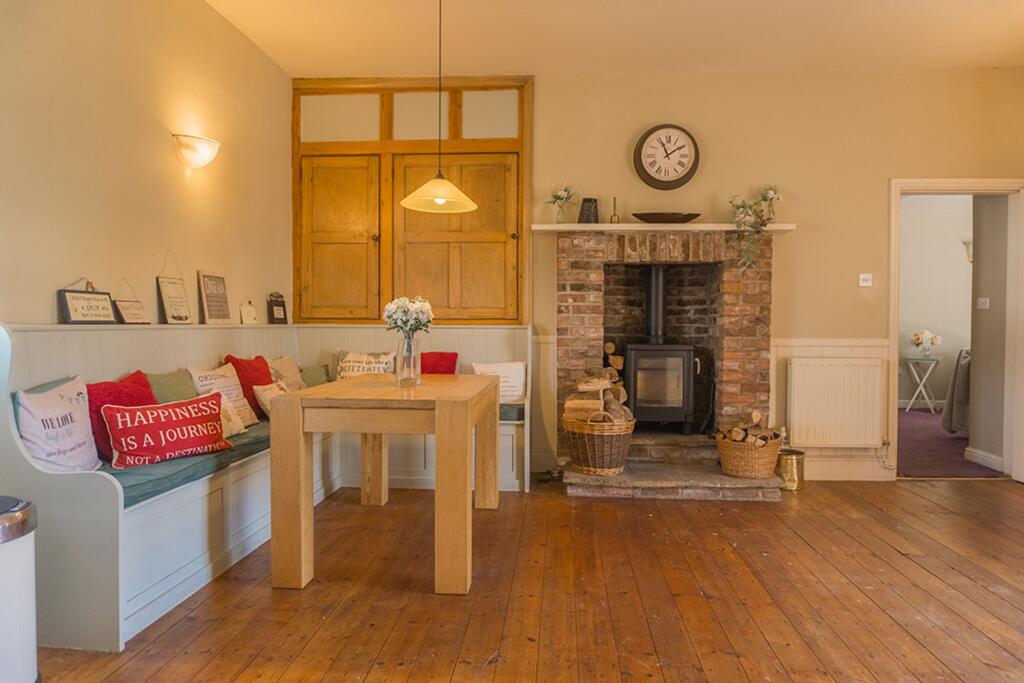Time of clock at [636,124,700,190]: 11:09
